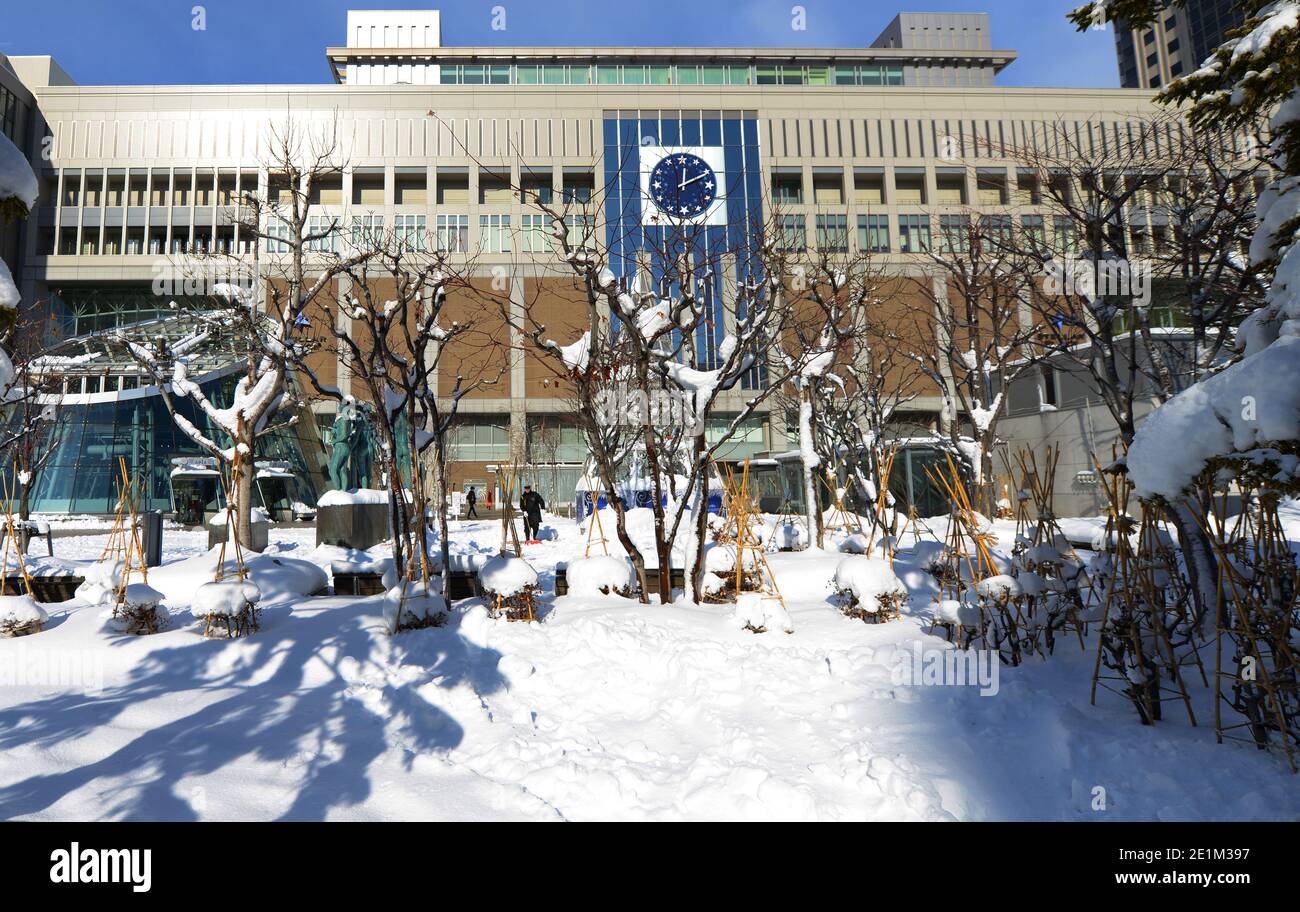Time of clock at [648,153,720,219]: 12:10
